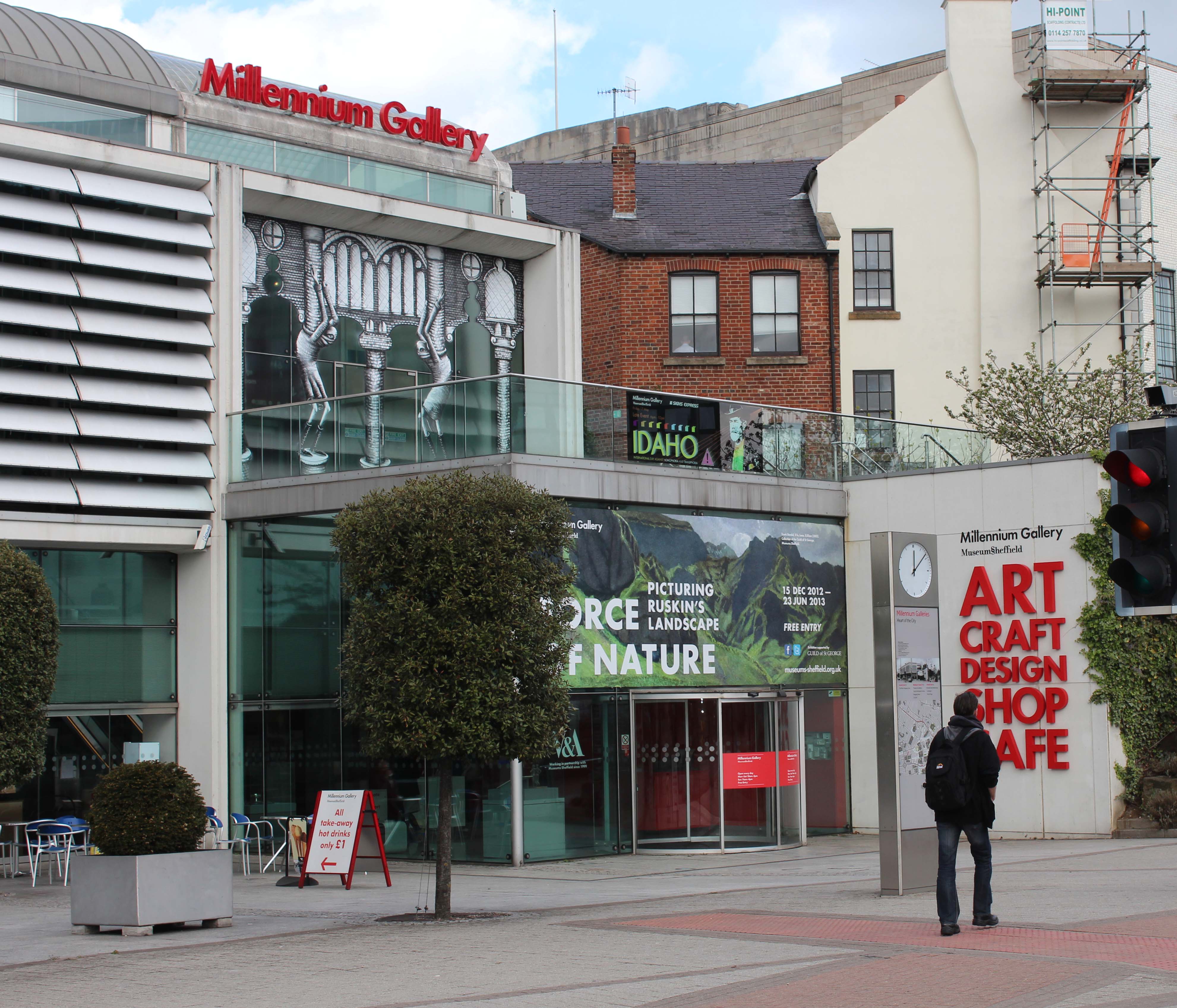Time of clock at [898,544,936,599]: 12:08
